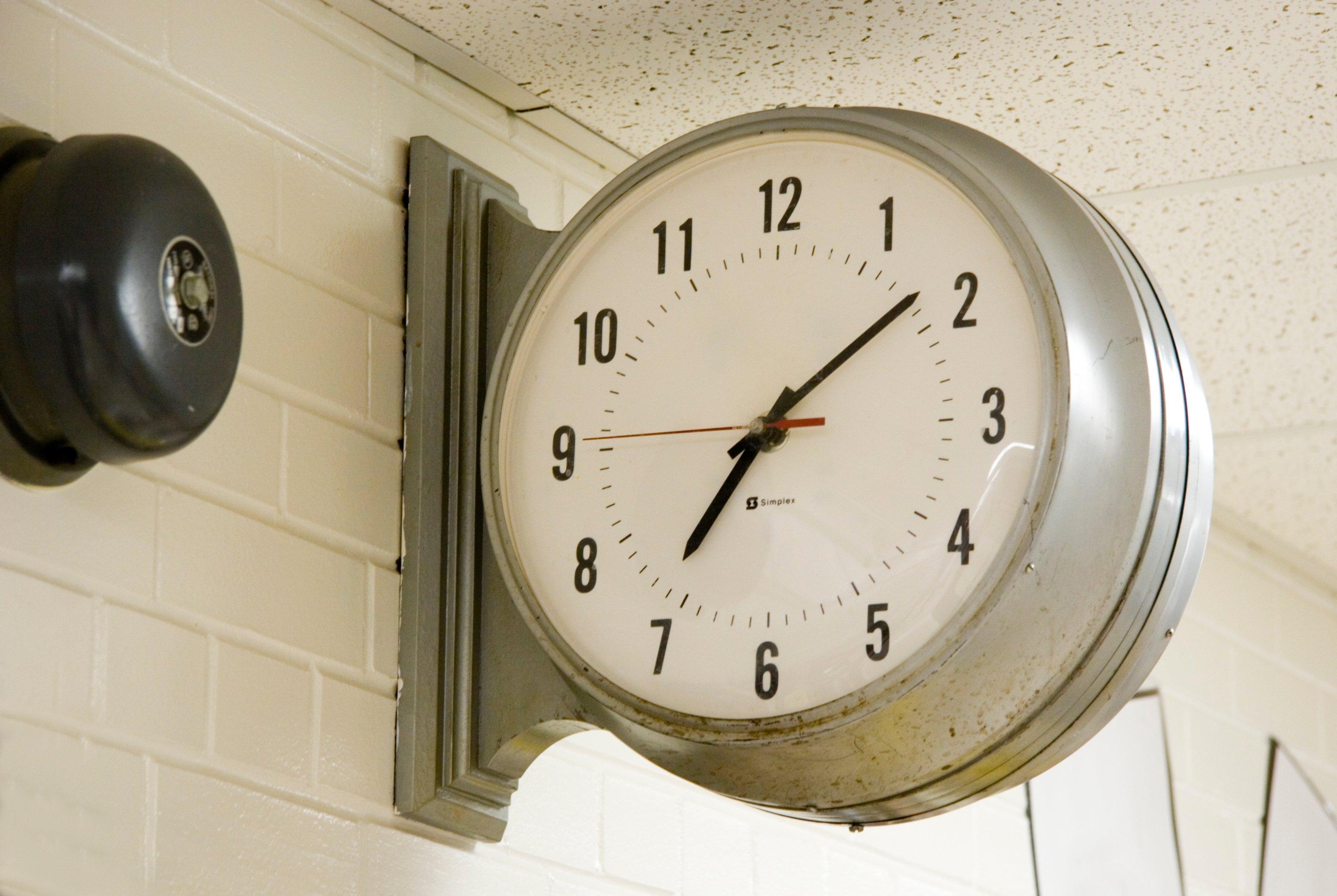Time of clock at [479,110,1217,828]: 7:08
